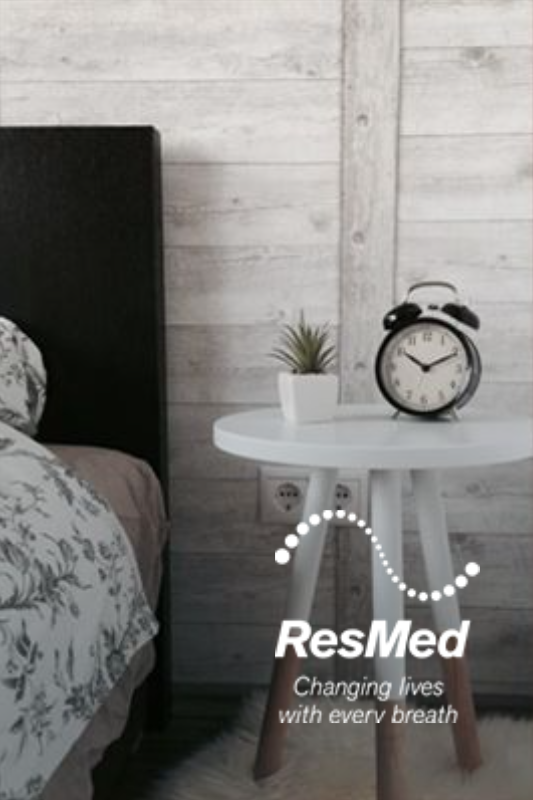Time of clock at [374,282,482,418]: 10:11
